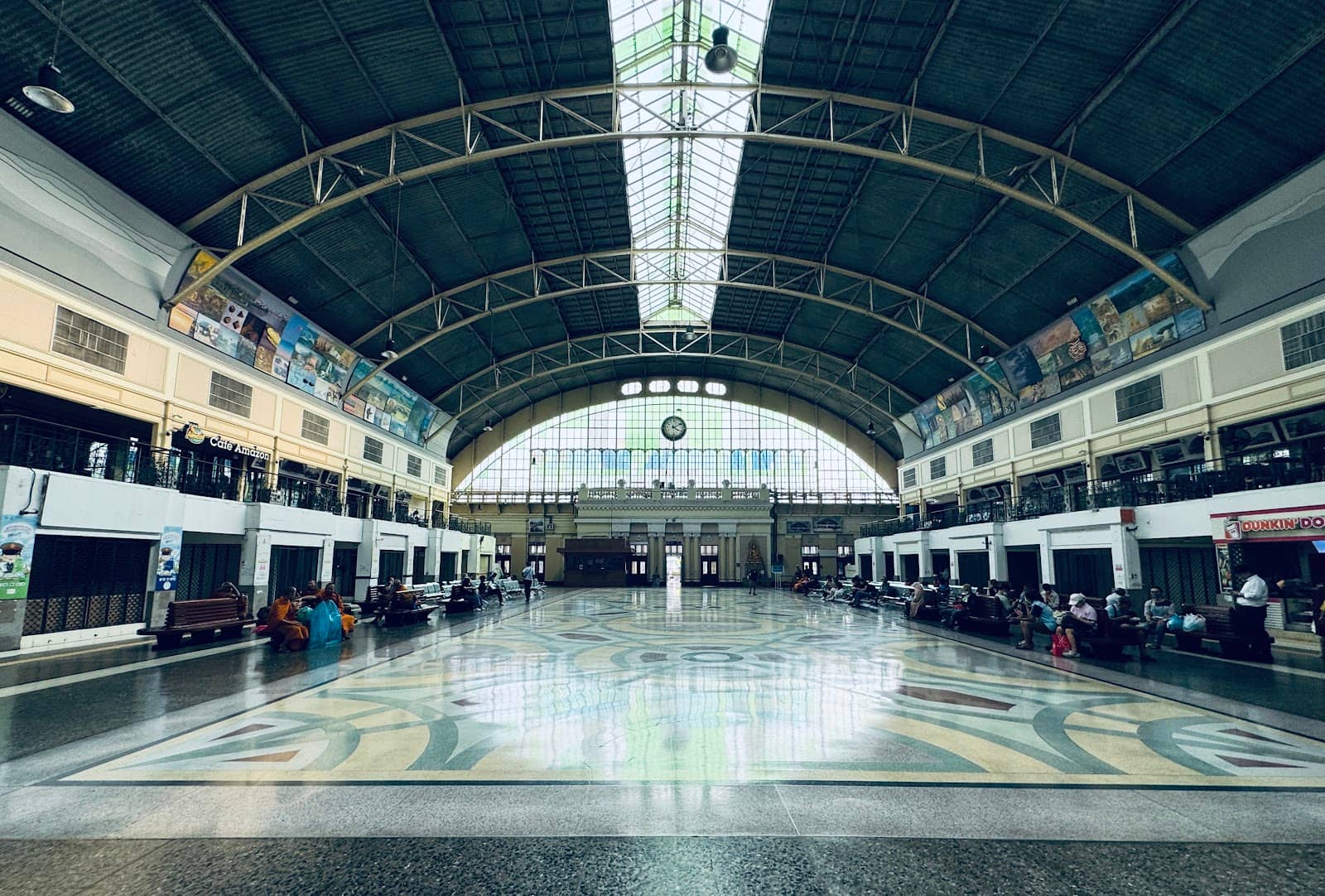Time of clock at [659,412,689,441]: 4:10
